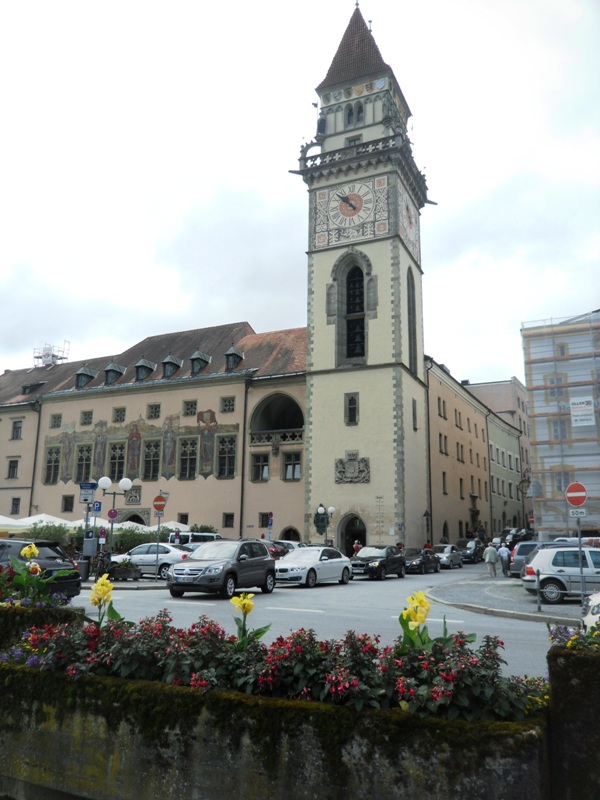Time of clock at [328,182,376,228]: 10:52
